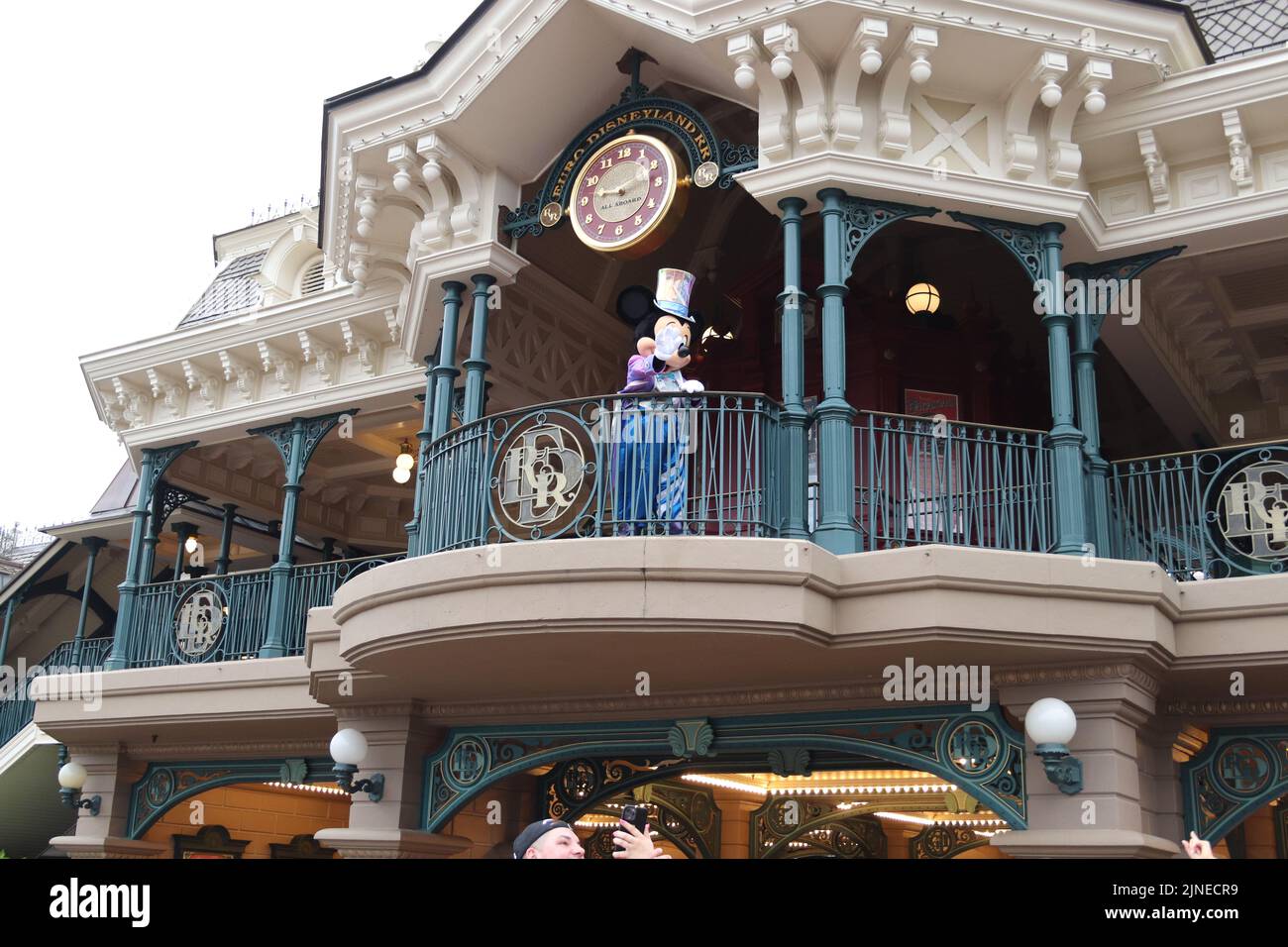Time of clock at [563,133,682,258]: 9:11
